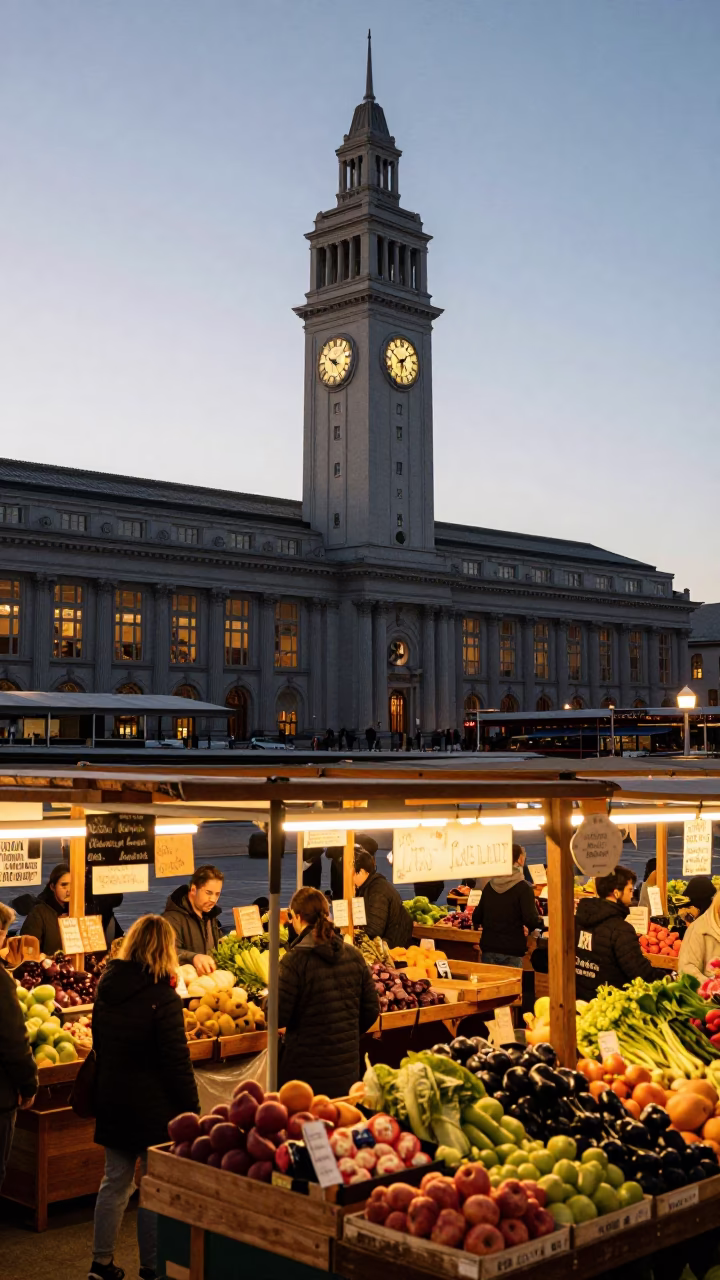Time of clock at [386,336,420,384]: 1:50
